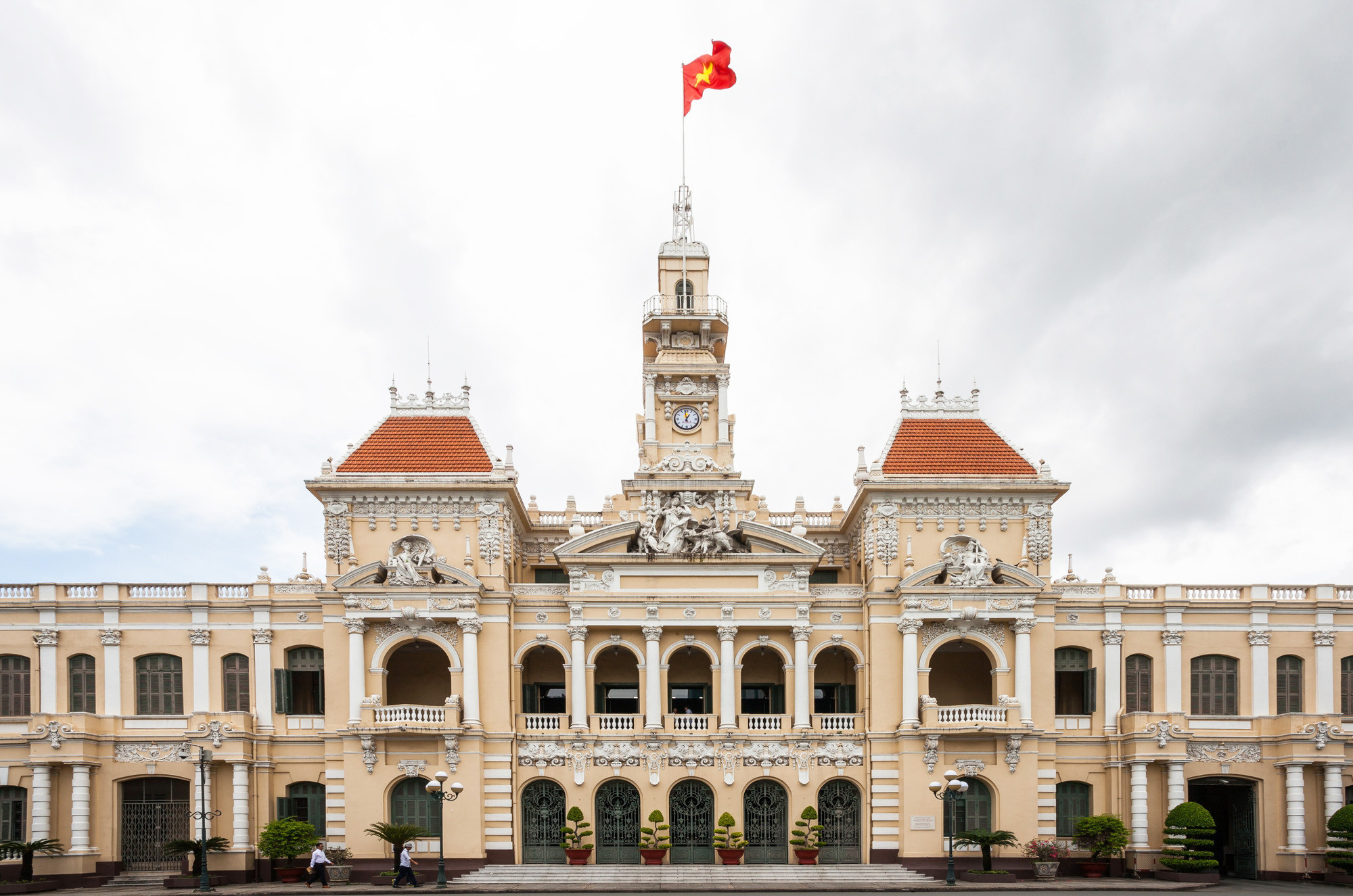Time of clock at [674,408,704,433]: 12:58
